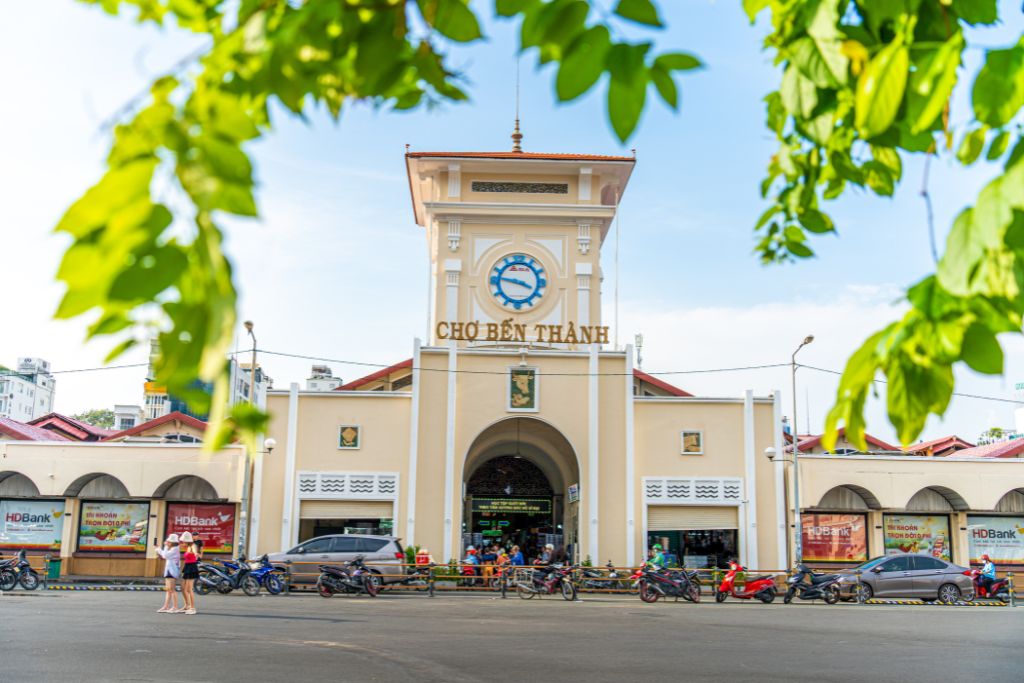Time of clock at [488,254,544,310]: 3:47
